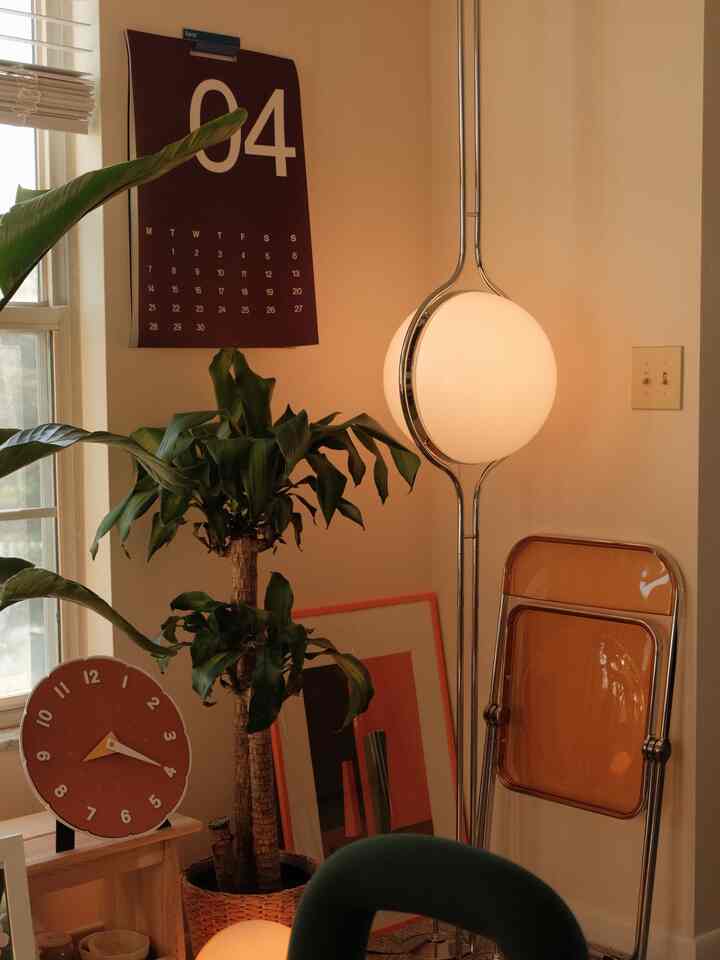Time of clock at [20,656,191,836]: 8:19
